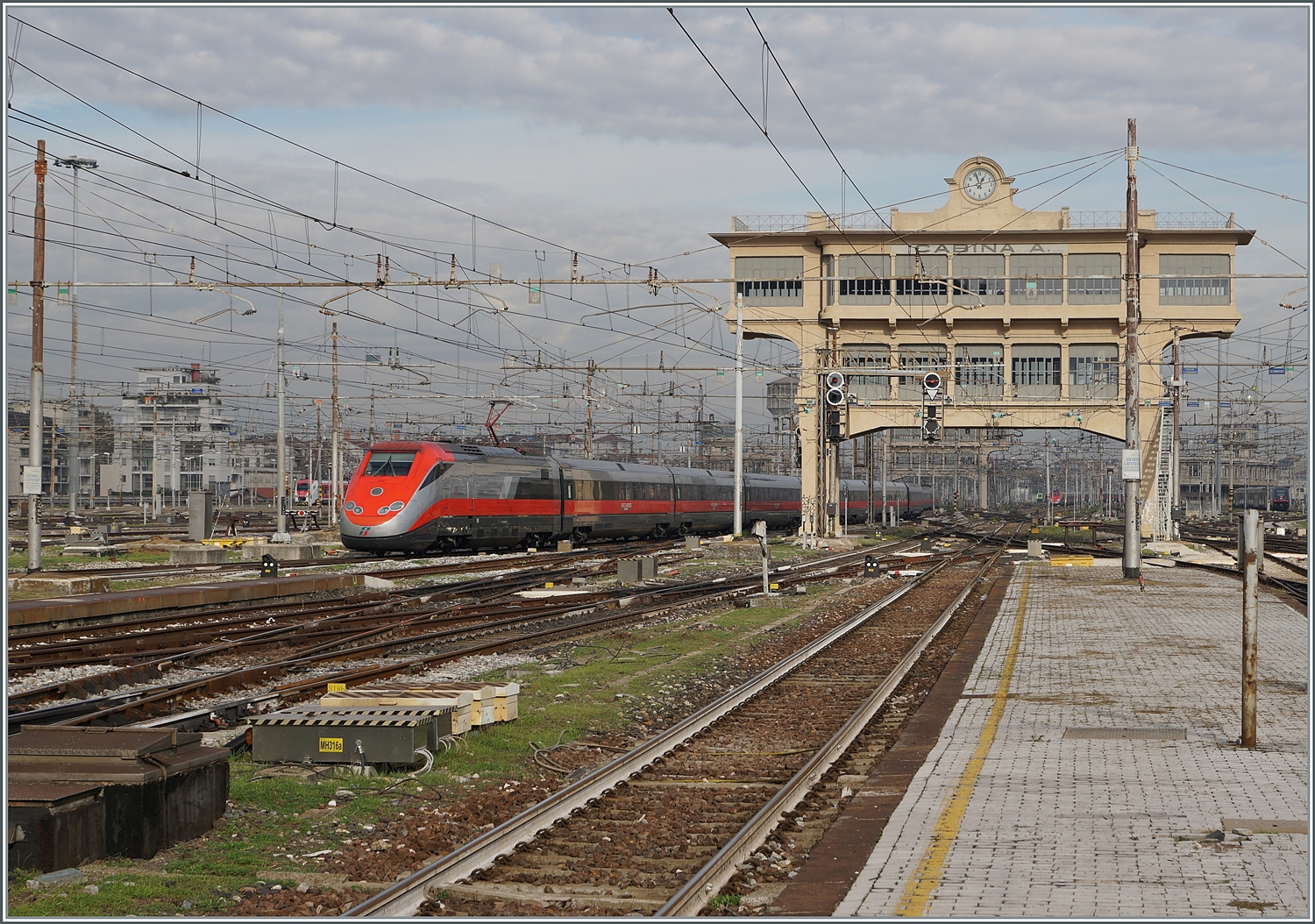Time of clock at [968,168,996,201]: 12:56
